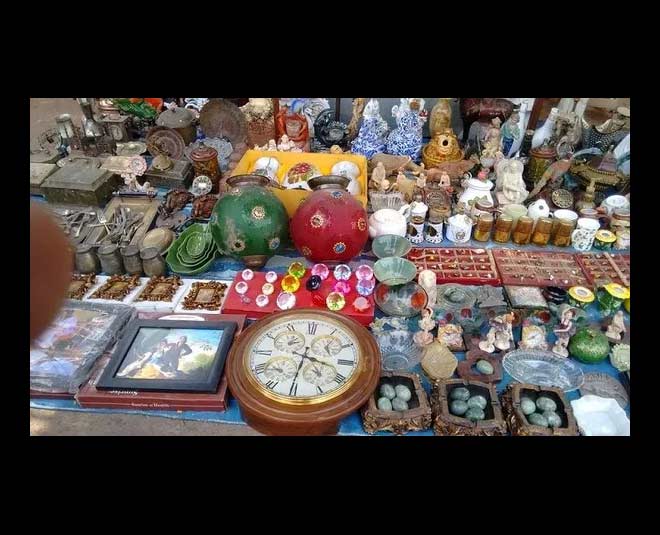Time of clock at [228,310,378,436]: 3:31
